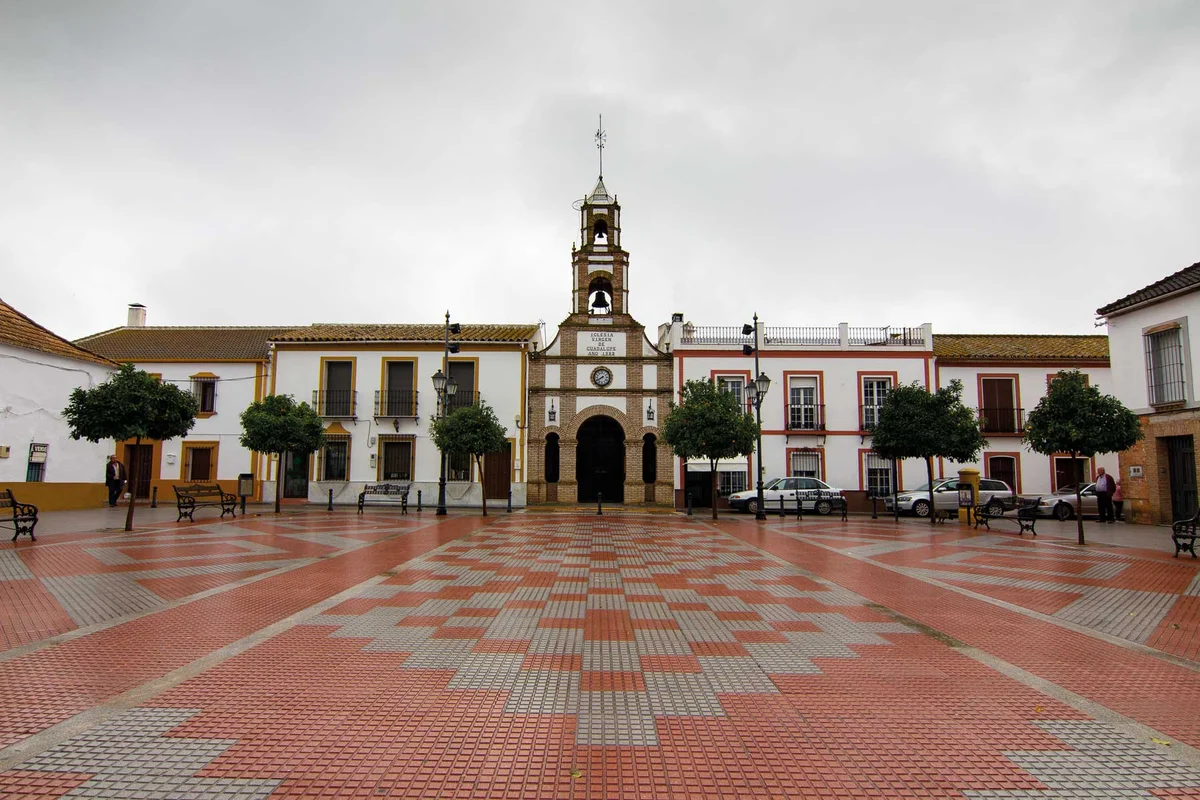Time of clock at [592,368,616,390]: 7:40
